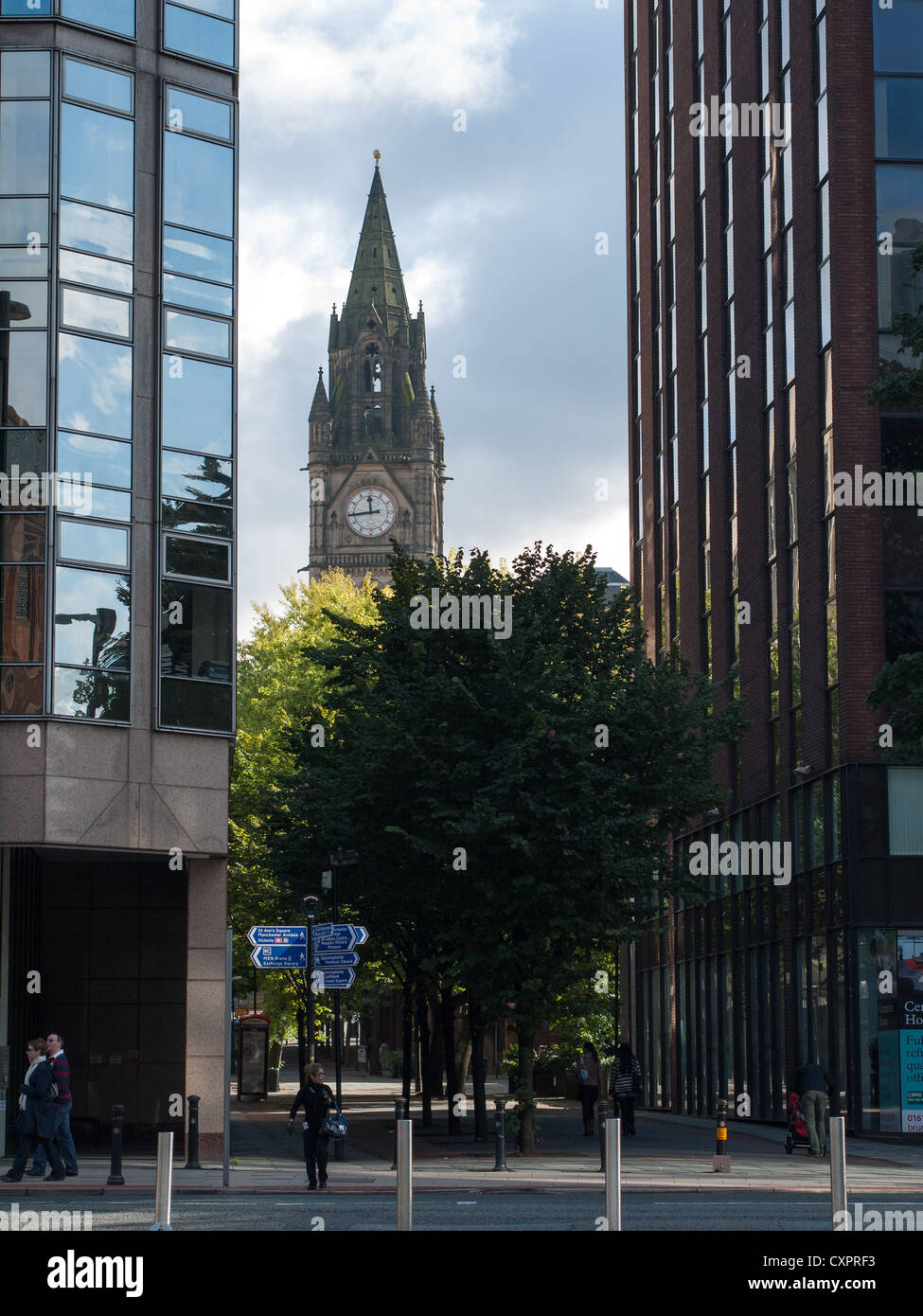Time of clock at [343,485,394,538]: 11:44
